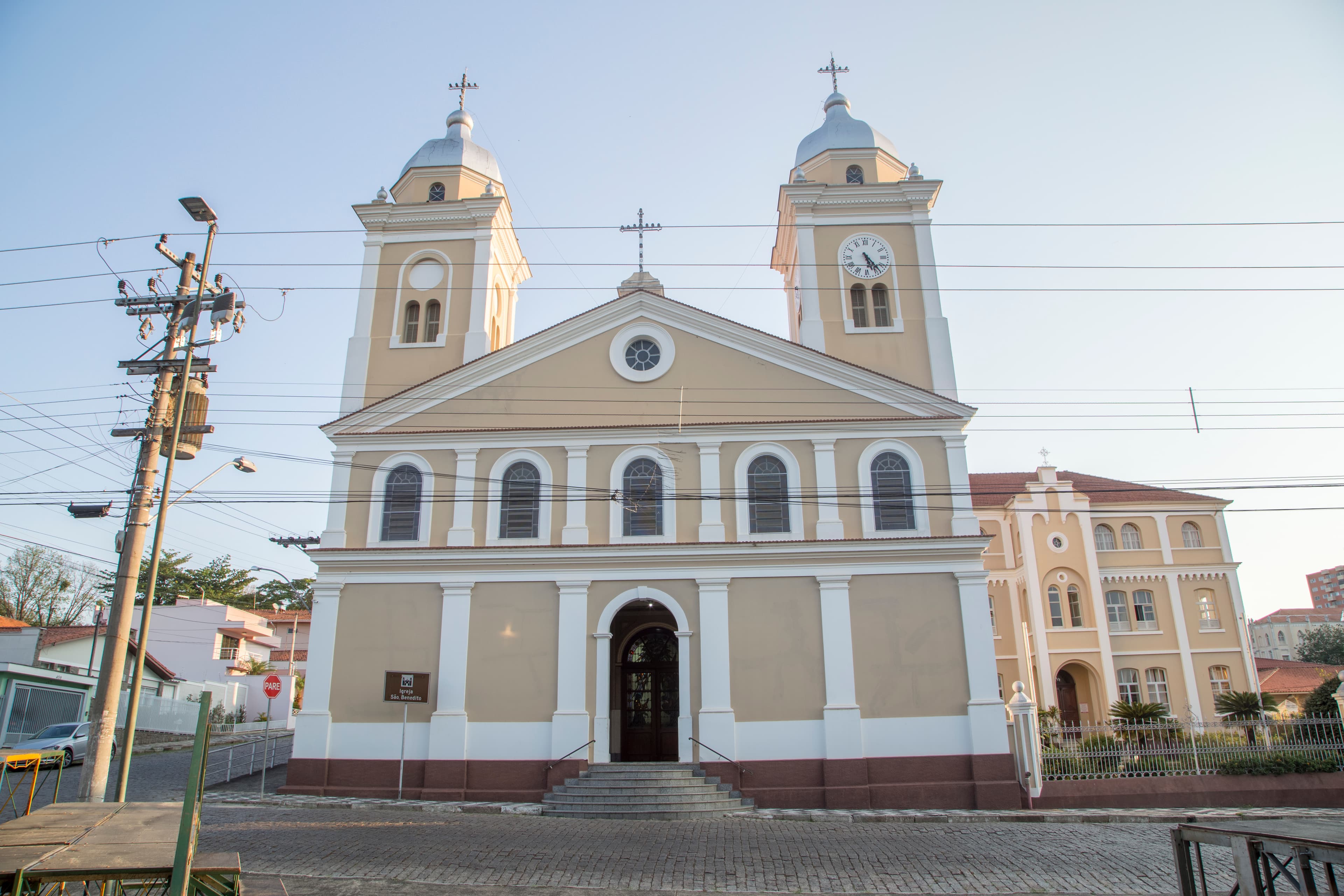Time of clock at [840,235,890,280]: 5:23
